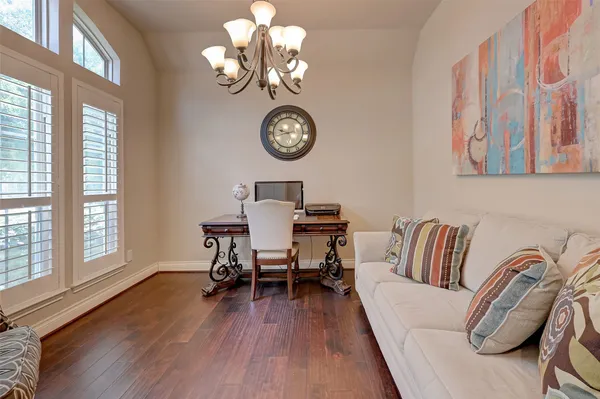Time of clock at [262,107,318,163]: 9:42
